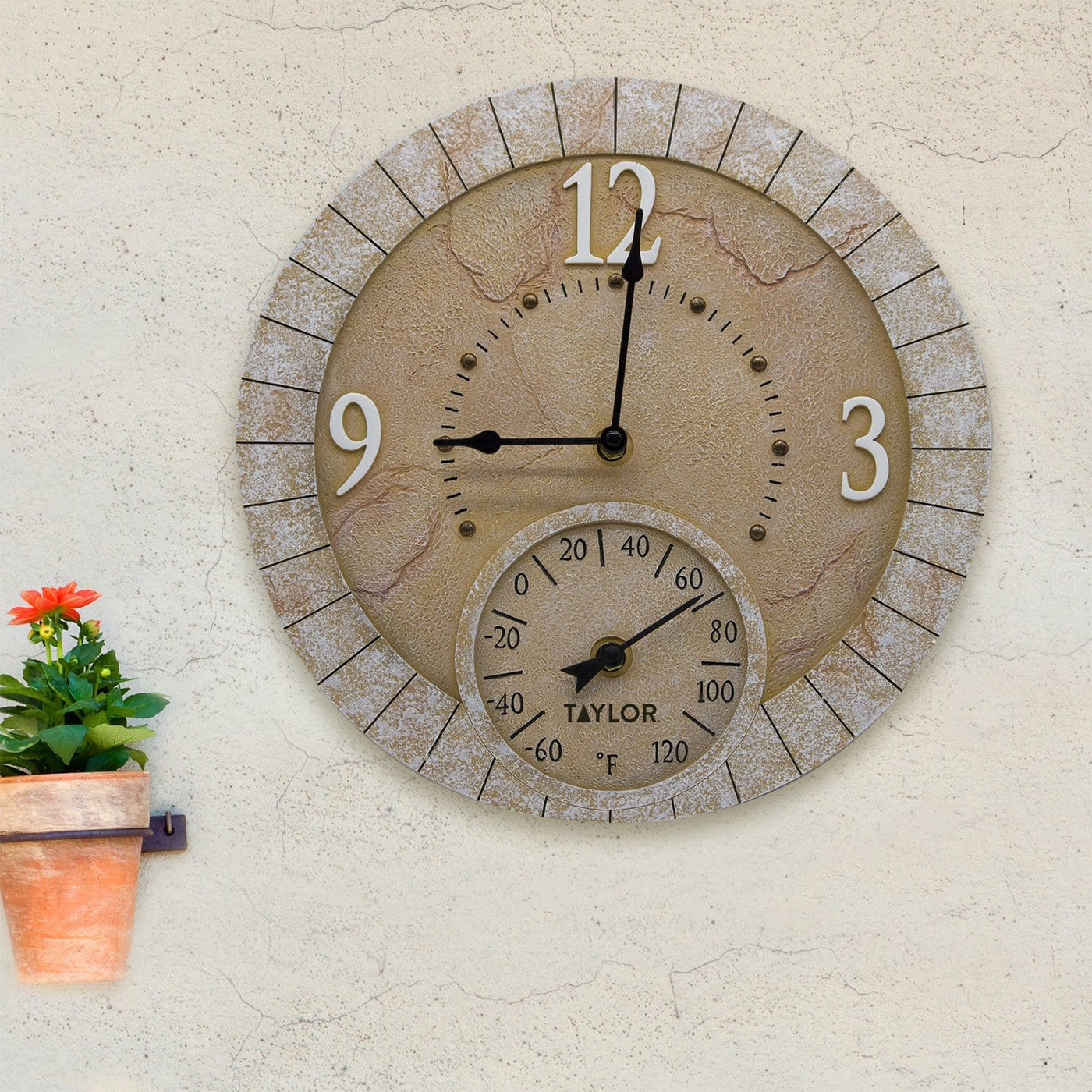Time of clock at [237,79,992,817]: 9:01
